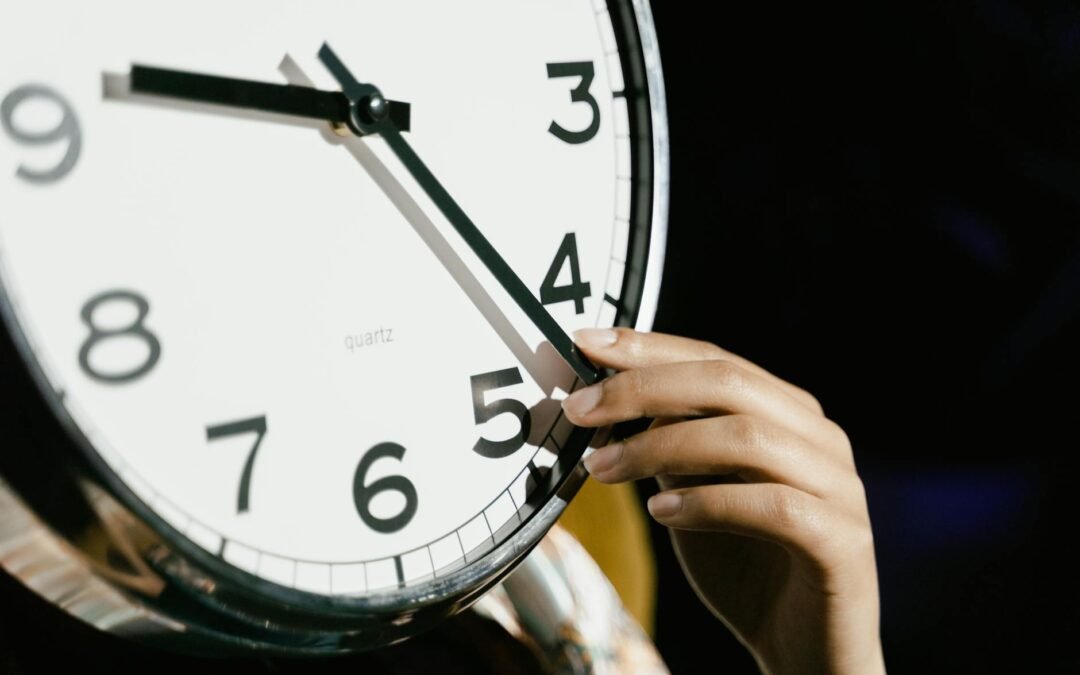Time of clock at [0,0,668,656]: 9:22
